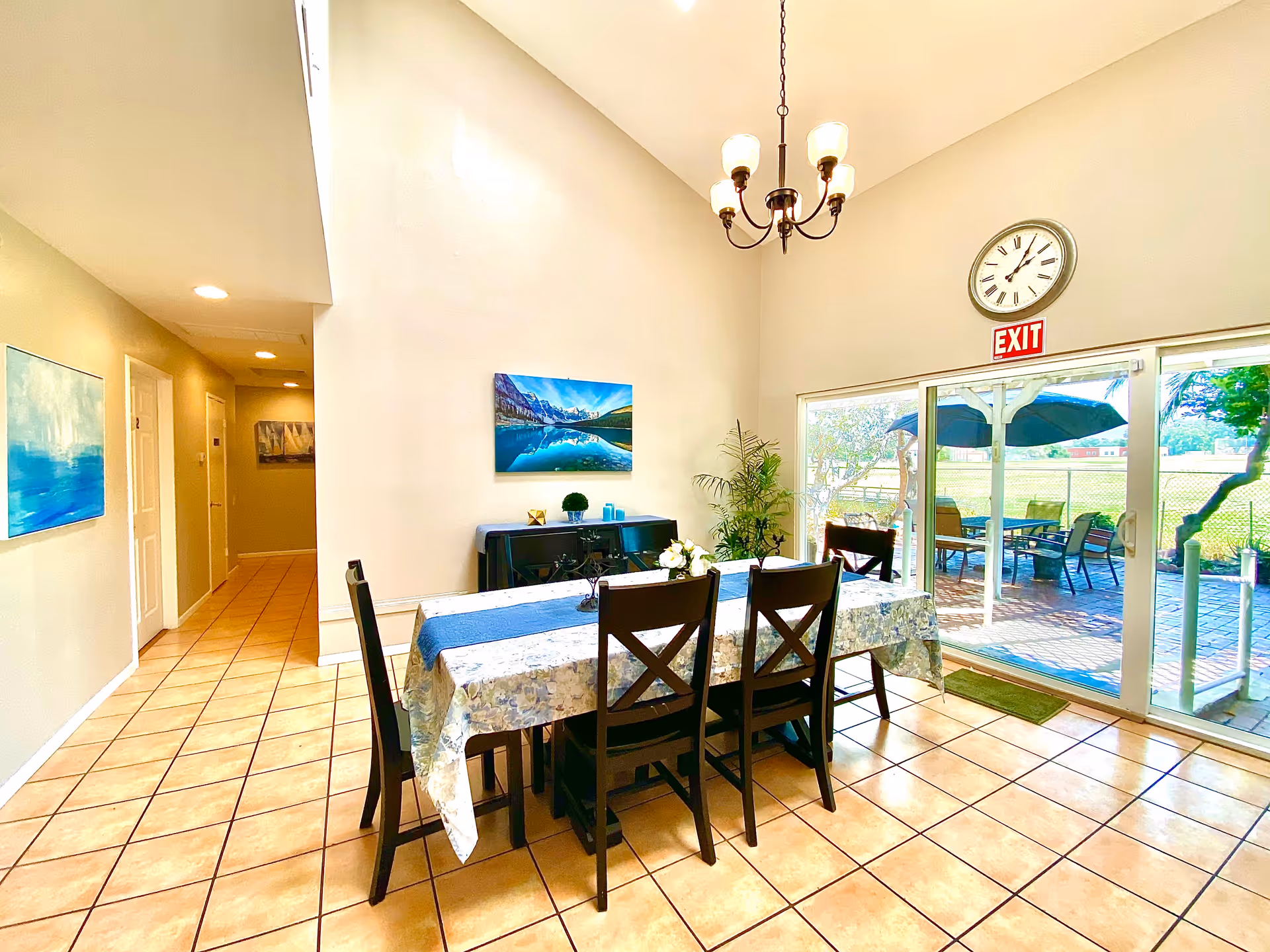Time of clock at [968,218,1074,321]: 2:04
